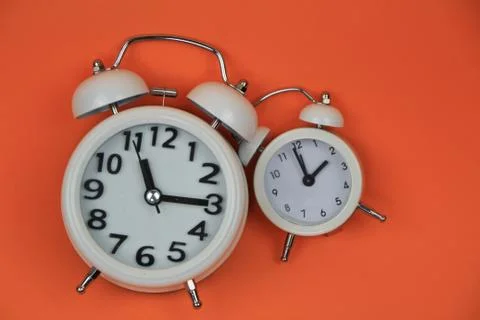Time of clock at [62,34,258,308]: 11:14
